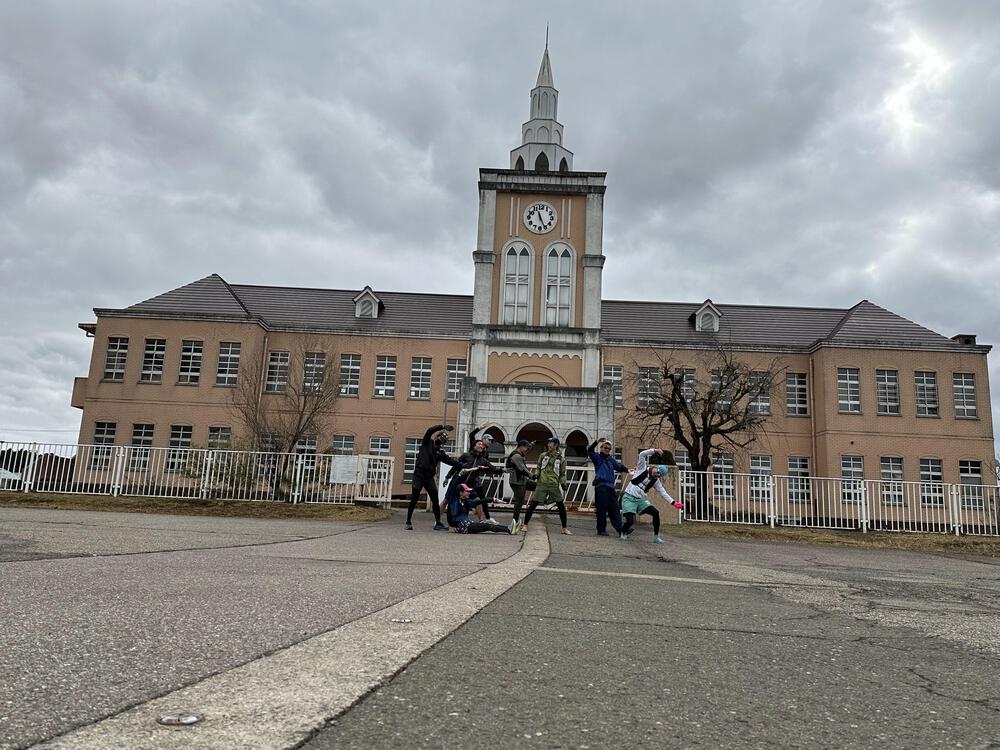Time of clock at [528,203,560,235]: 11:25
